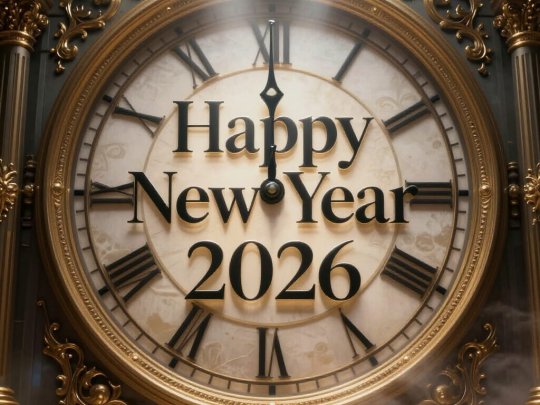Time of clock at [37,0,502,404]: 11:59
